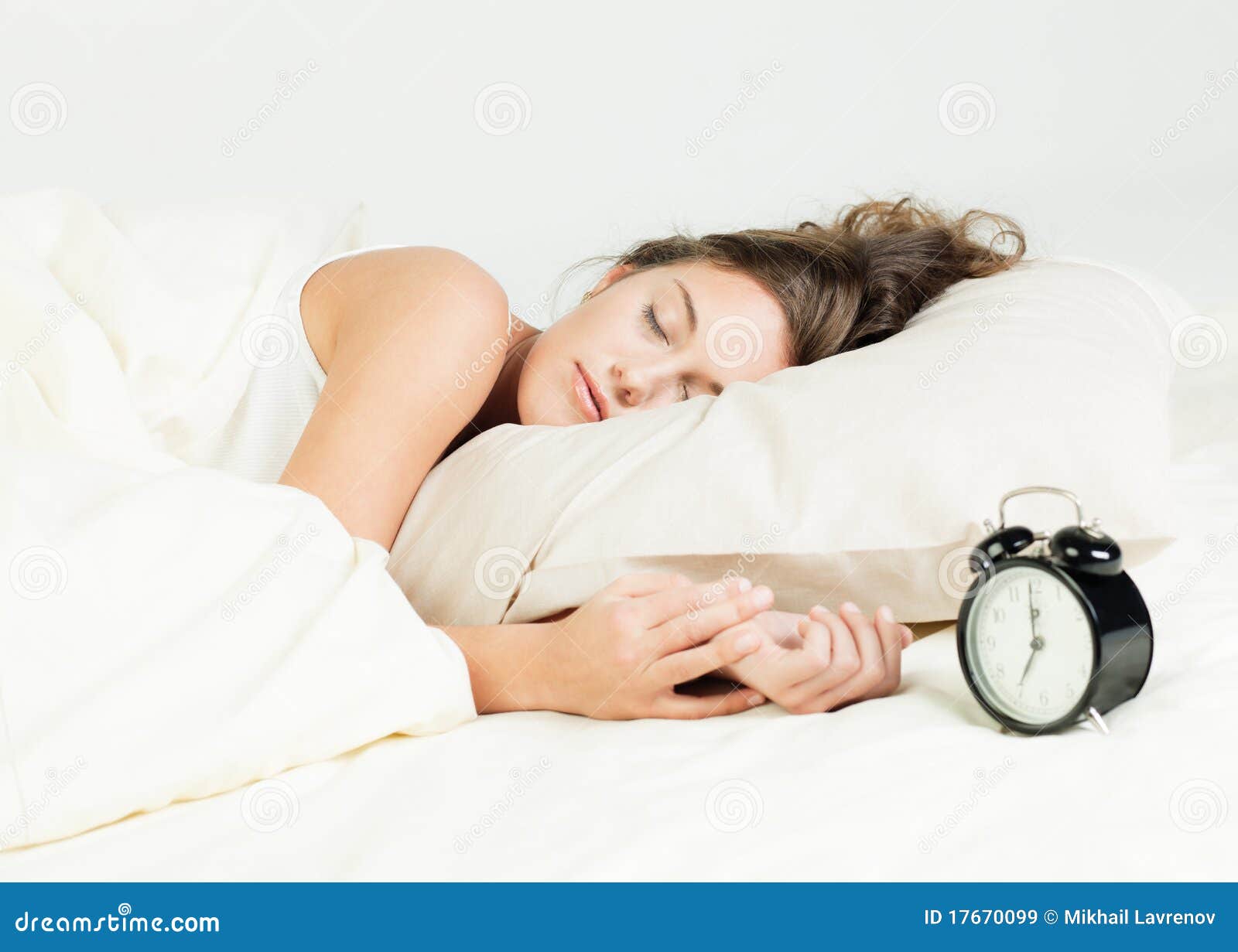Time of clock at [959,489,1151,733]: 6:59
